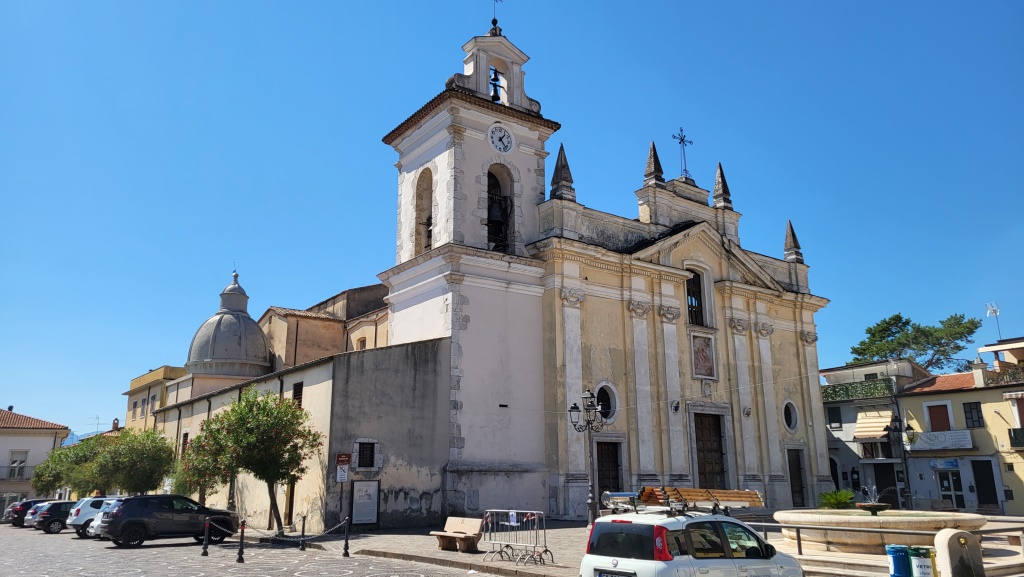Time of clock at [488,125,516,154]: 1:22
